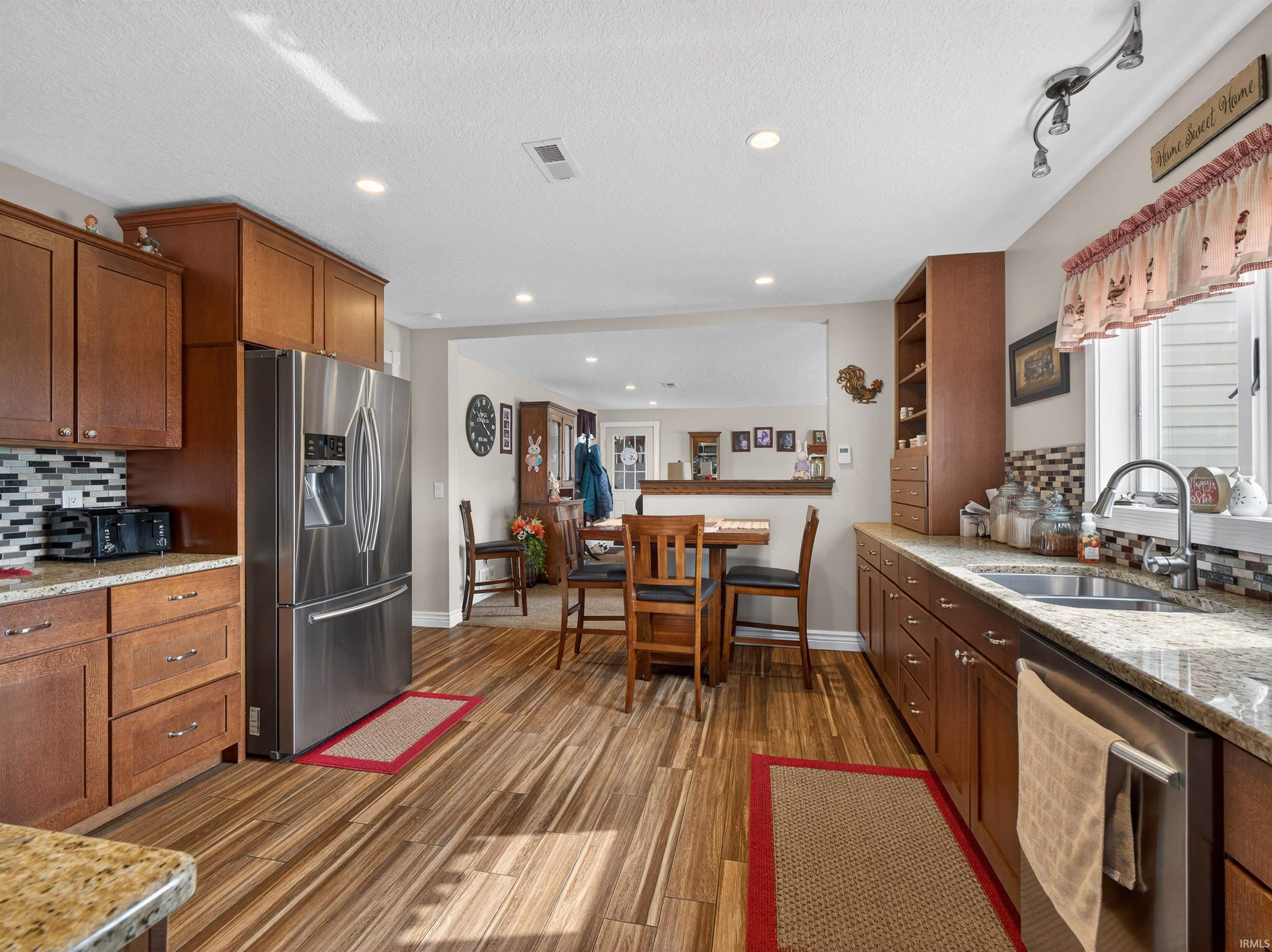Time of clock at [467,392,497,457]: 10:20
